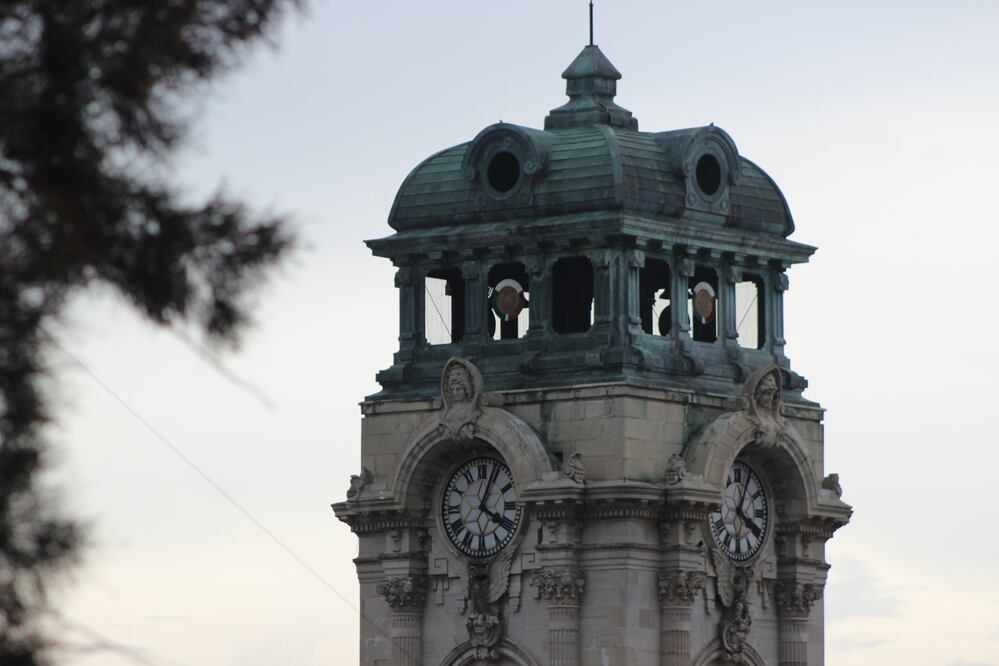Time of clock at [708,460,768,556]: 4:04
